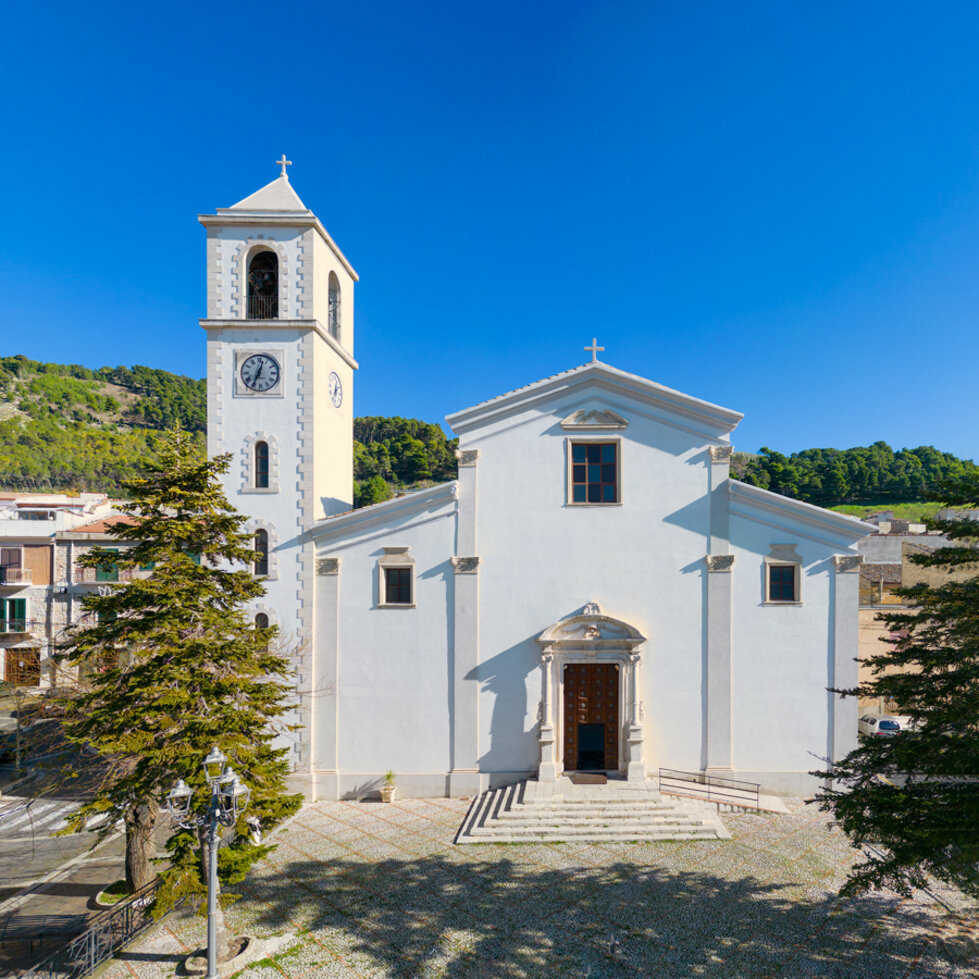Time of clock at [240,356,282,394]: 12:34
